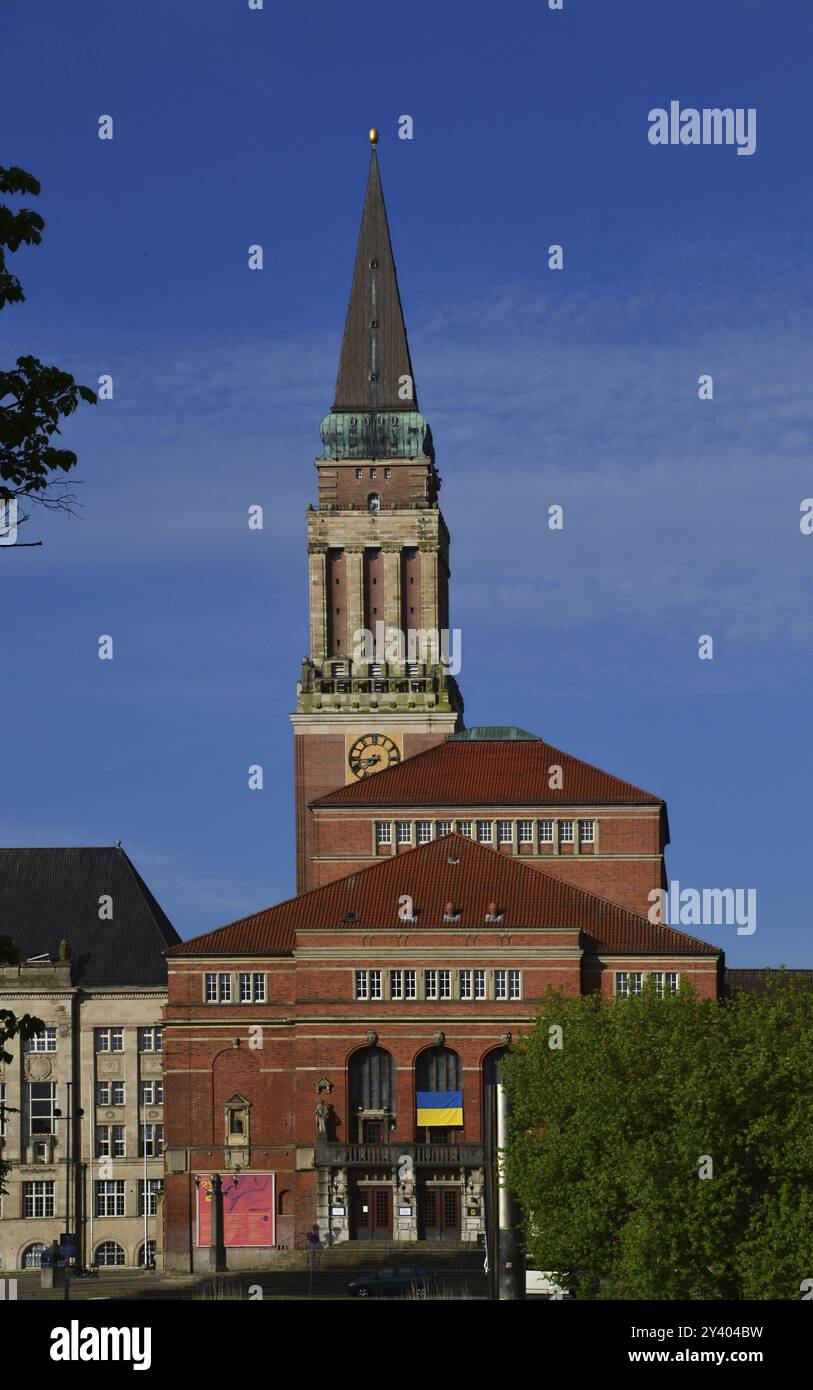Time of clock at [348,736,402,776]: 7:44
